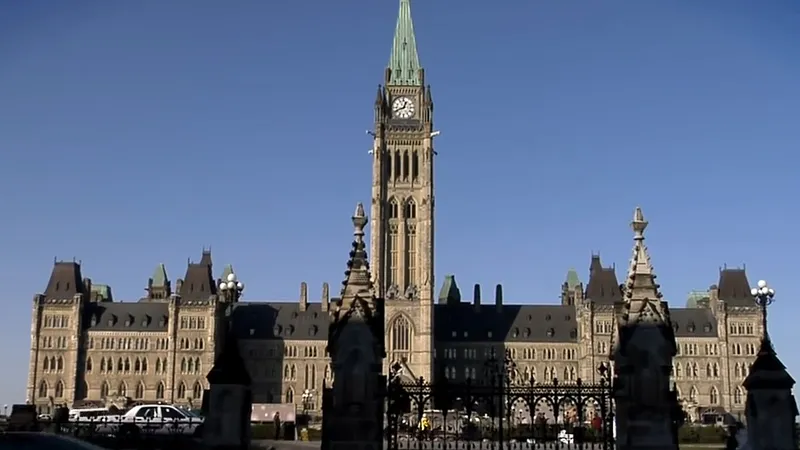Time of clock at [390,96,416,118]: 12:41
